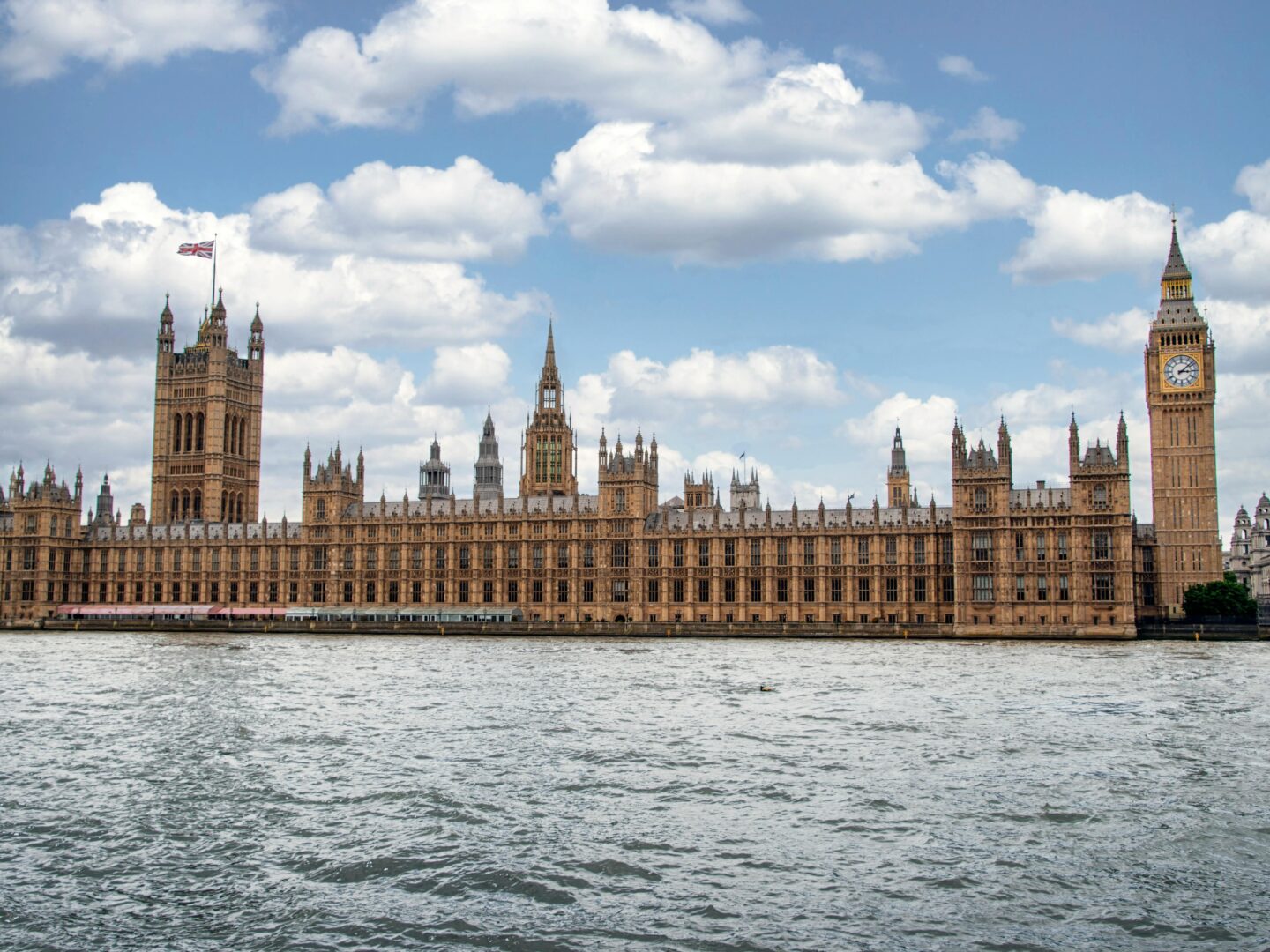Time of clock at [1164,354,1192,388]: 3:08
